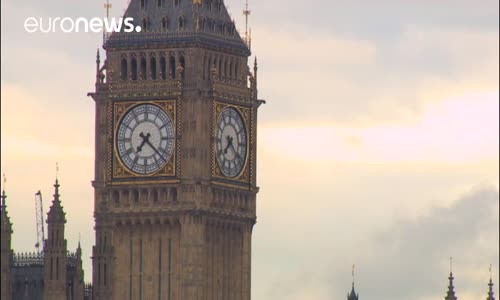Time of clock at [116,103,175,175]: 7:22
